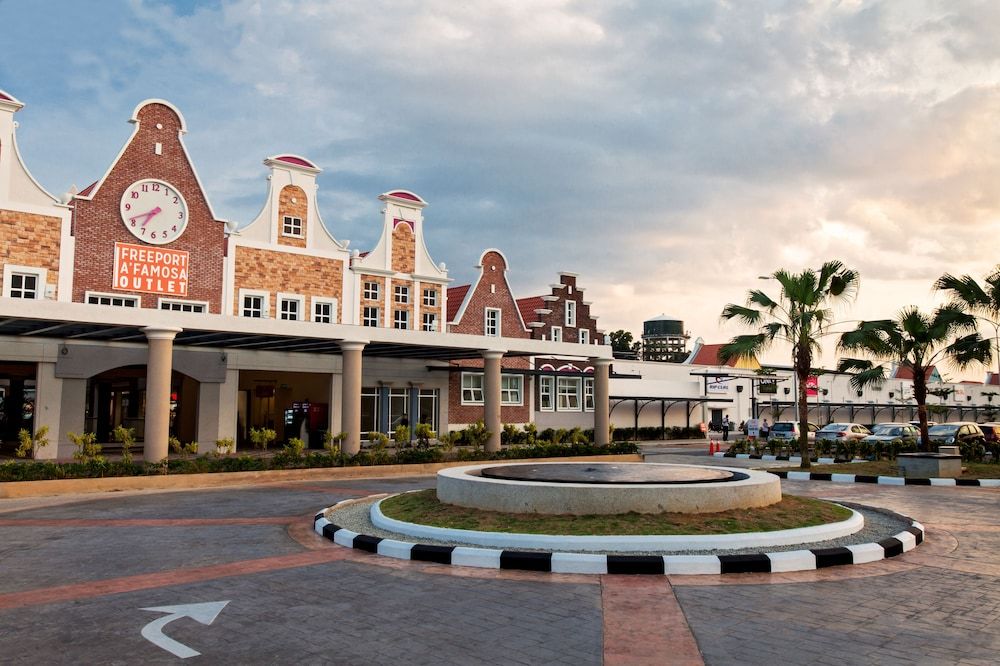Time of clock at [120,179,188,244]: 7:41
